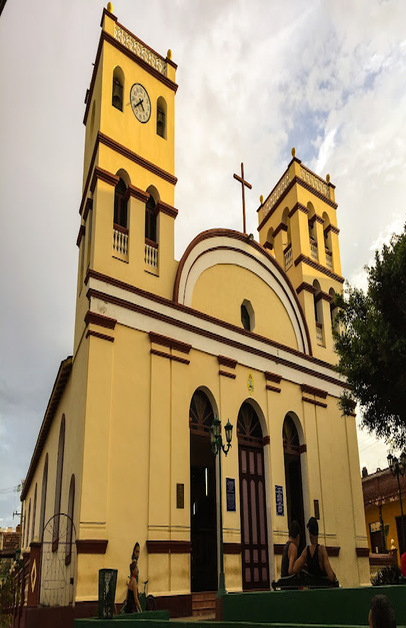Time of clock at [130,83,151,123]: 4:38
